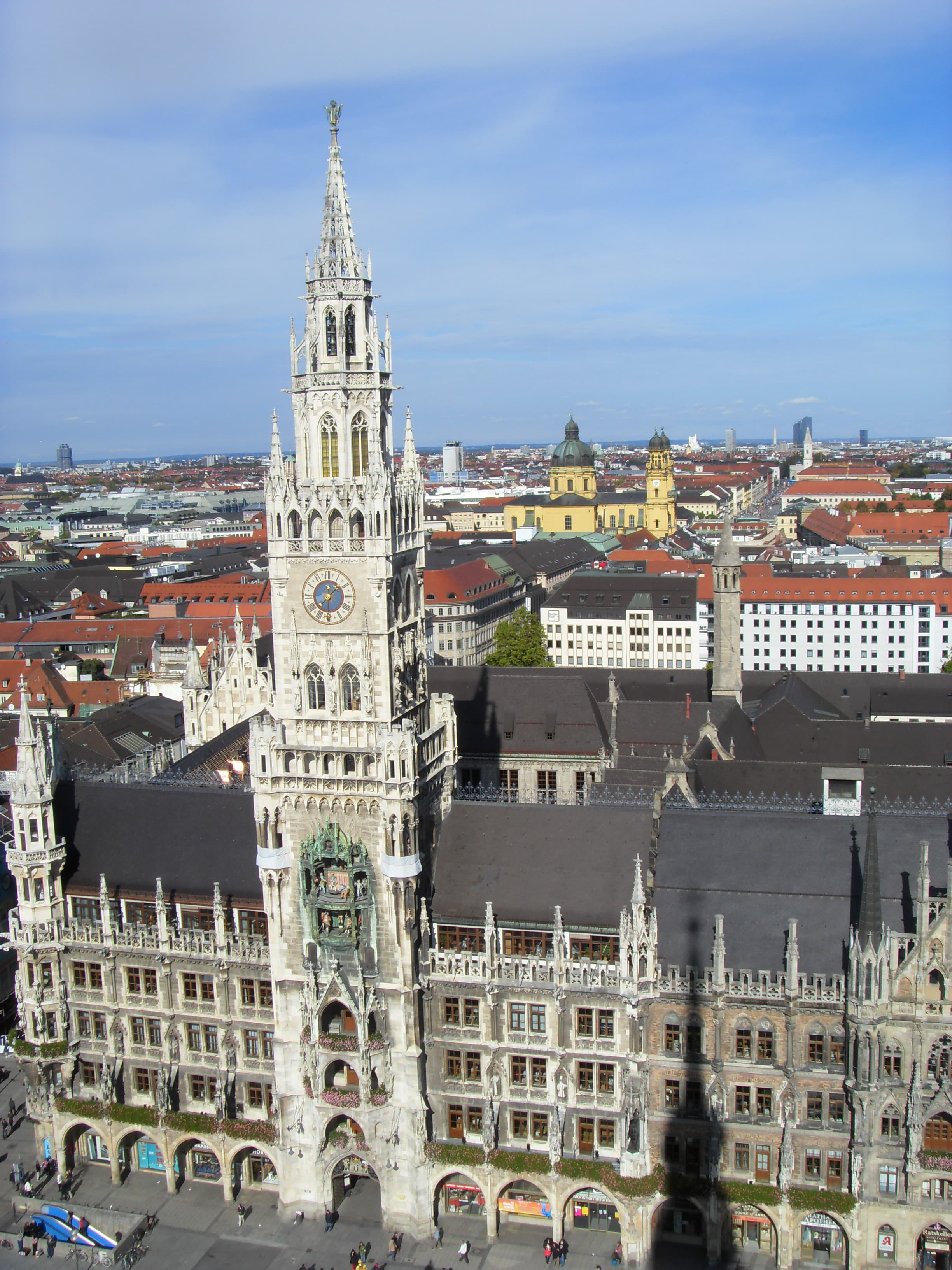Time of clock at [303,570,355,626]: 12:07
